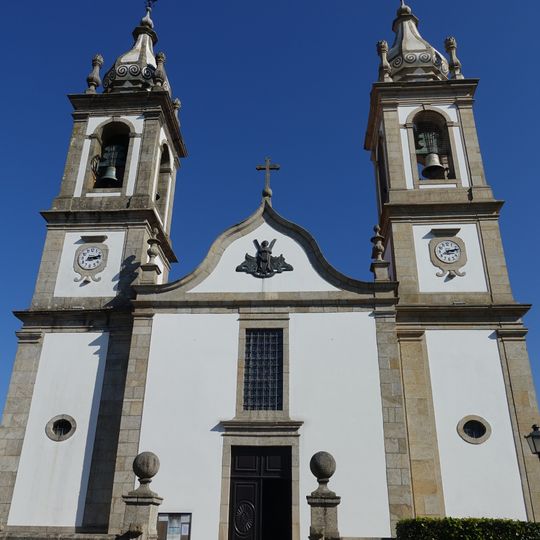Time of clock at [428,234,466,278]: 3:12
